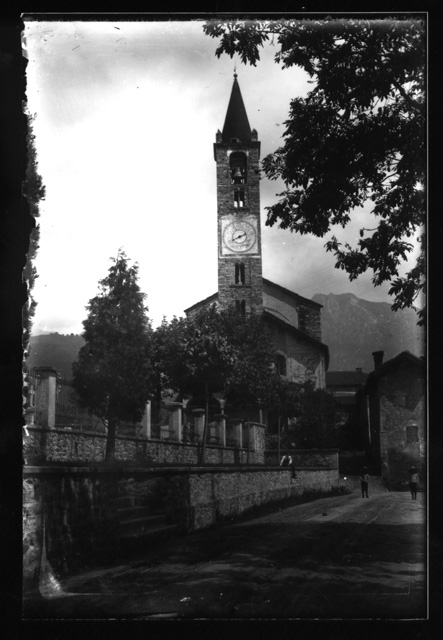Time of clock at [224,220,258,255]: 8:11
